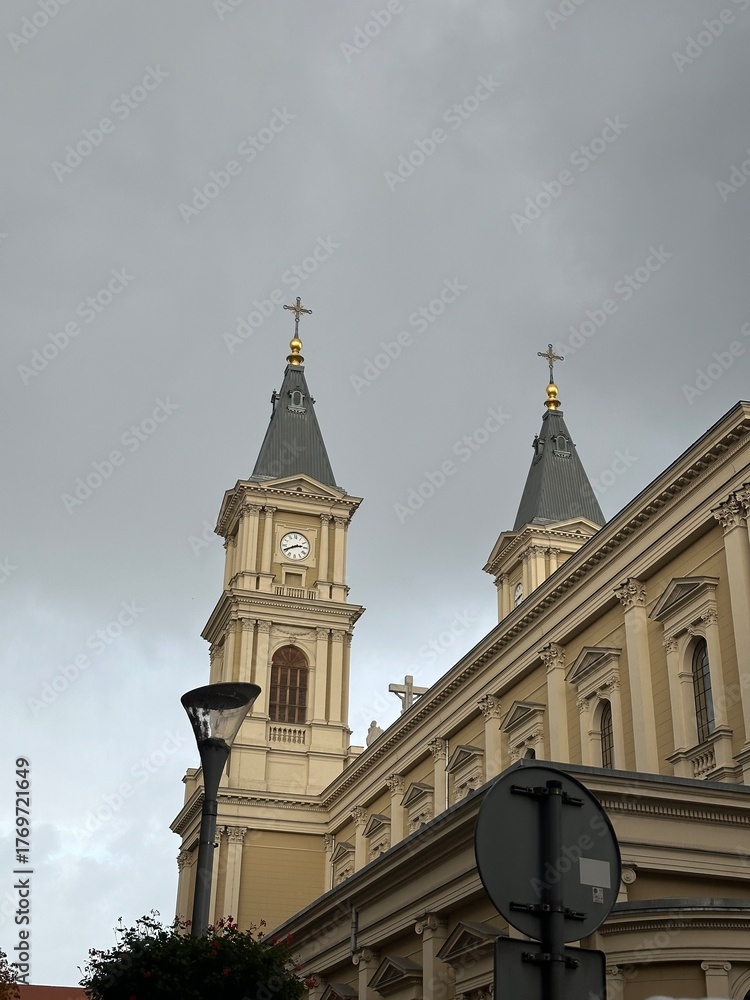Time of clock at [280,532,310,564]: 2:40
